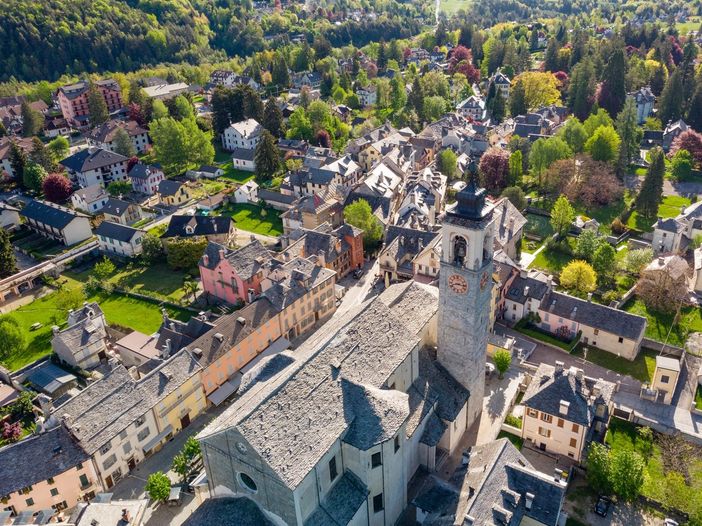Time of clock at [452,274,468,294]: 8:16
